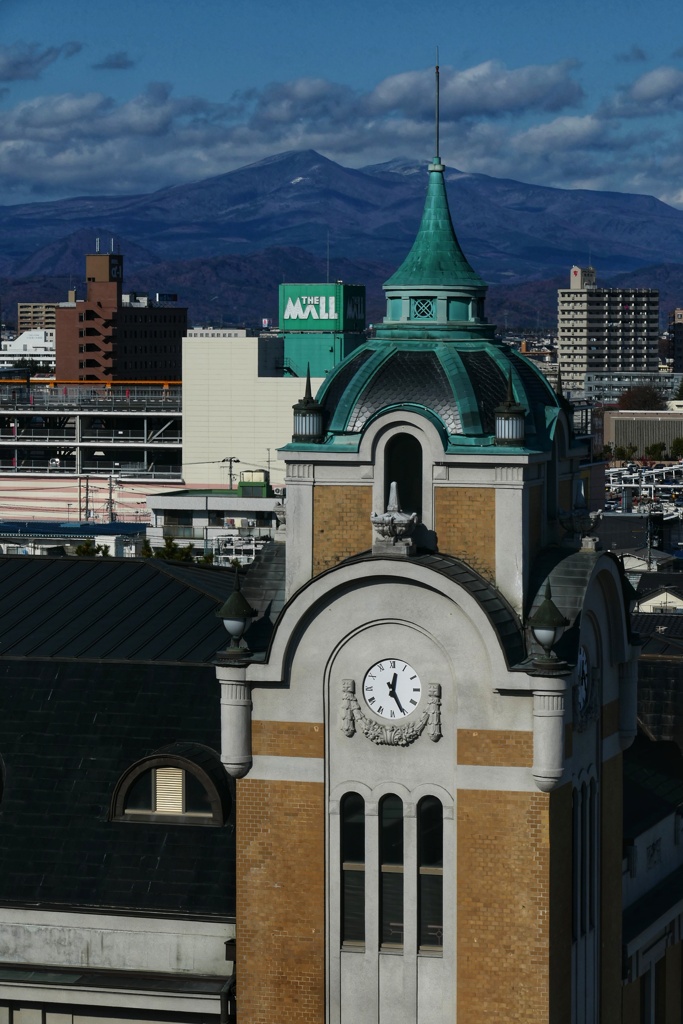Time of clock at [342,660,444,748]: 12:25
